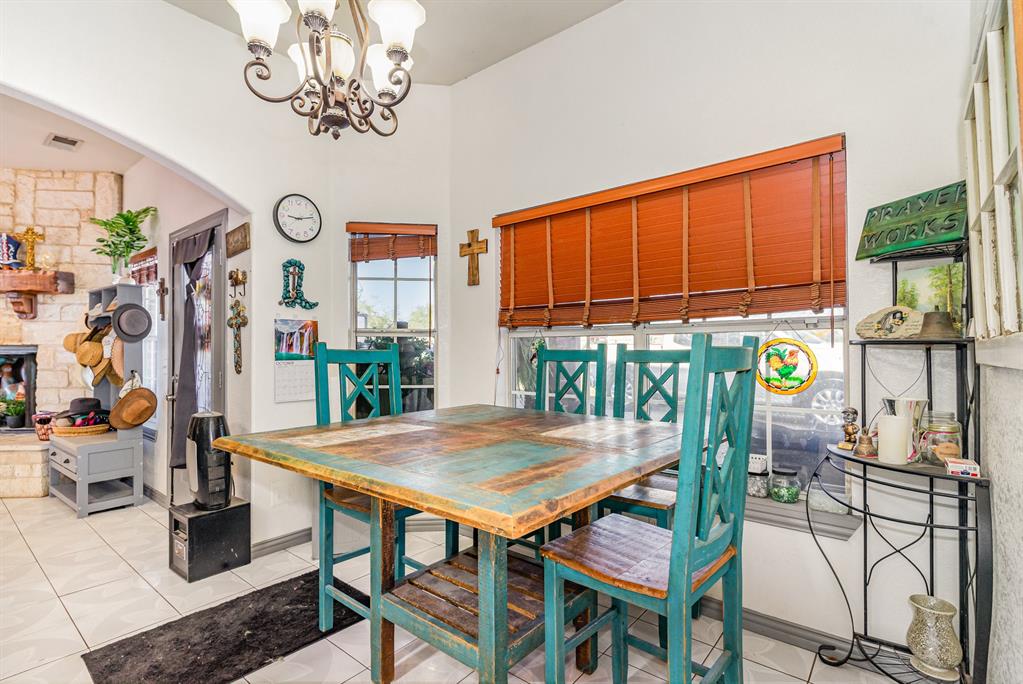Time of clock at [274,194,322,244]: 9:12
